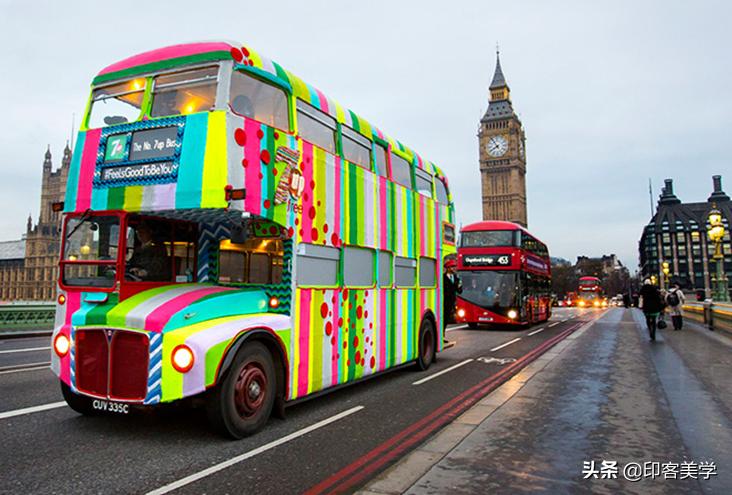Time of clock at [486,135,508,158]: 7:54
